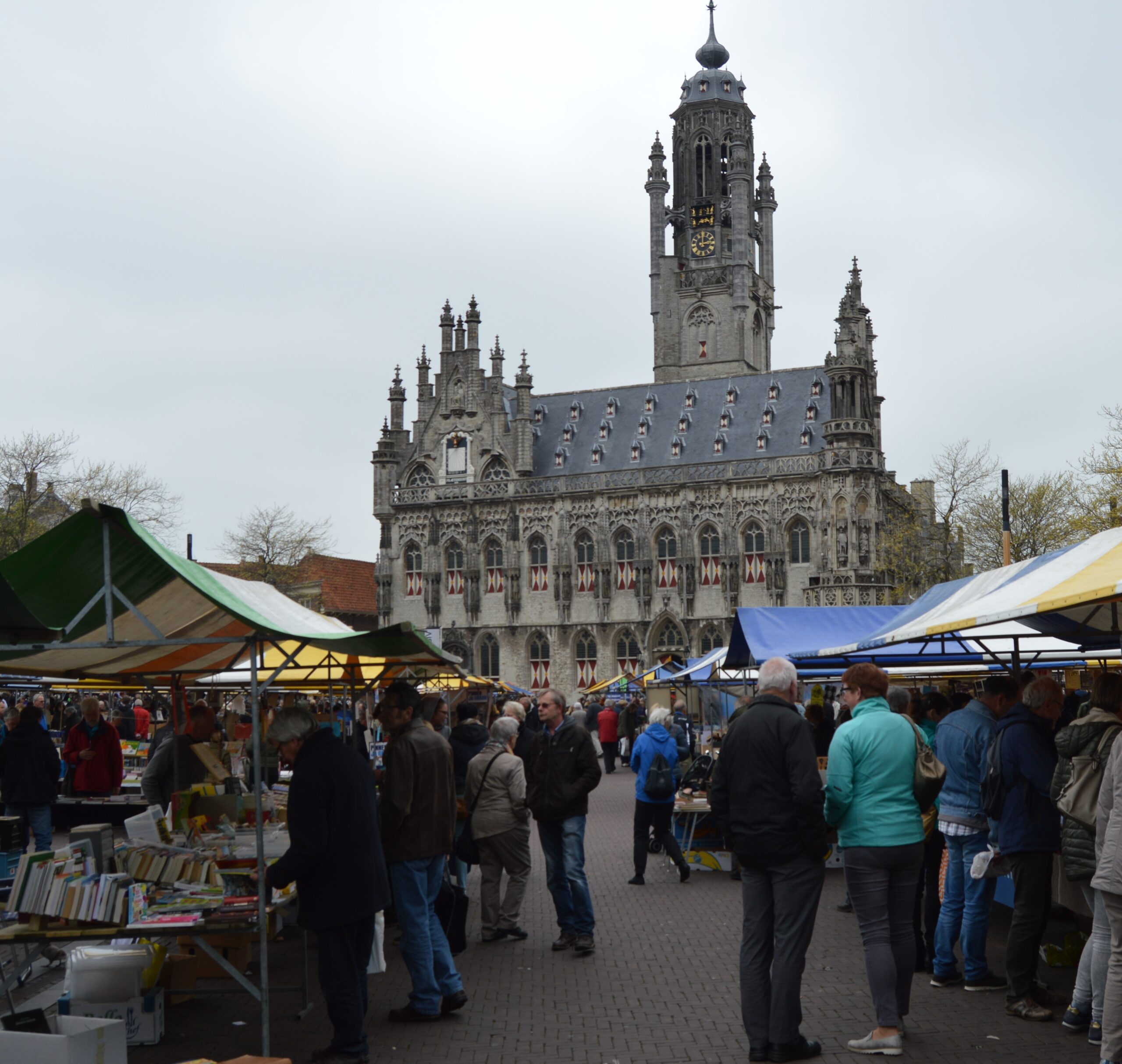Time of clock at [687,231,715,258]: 2:59
